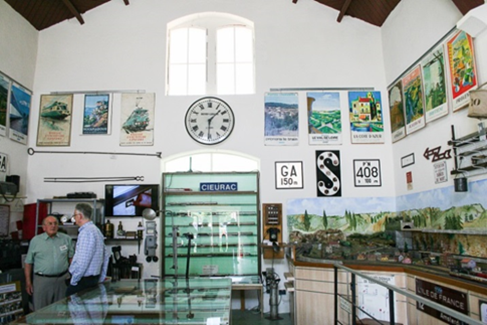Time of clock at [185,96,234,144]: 1:30
